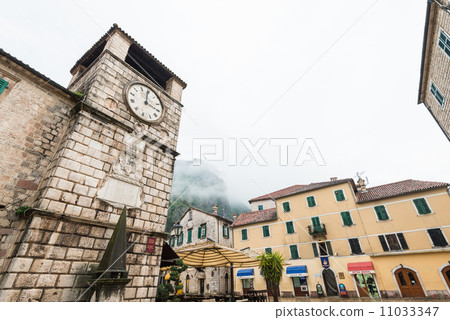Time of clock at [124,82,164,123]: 4:04
